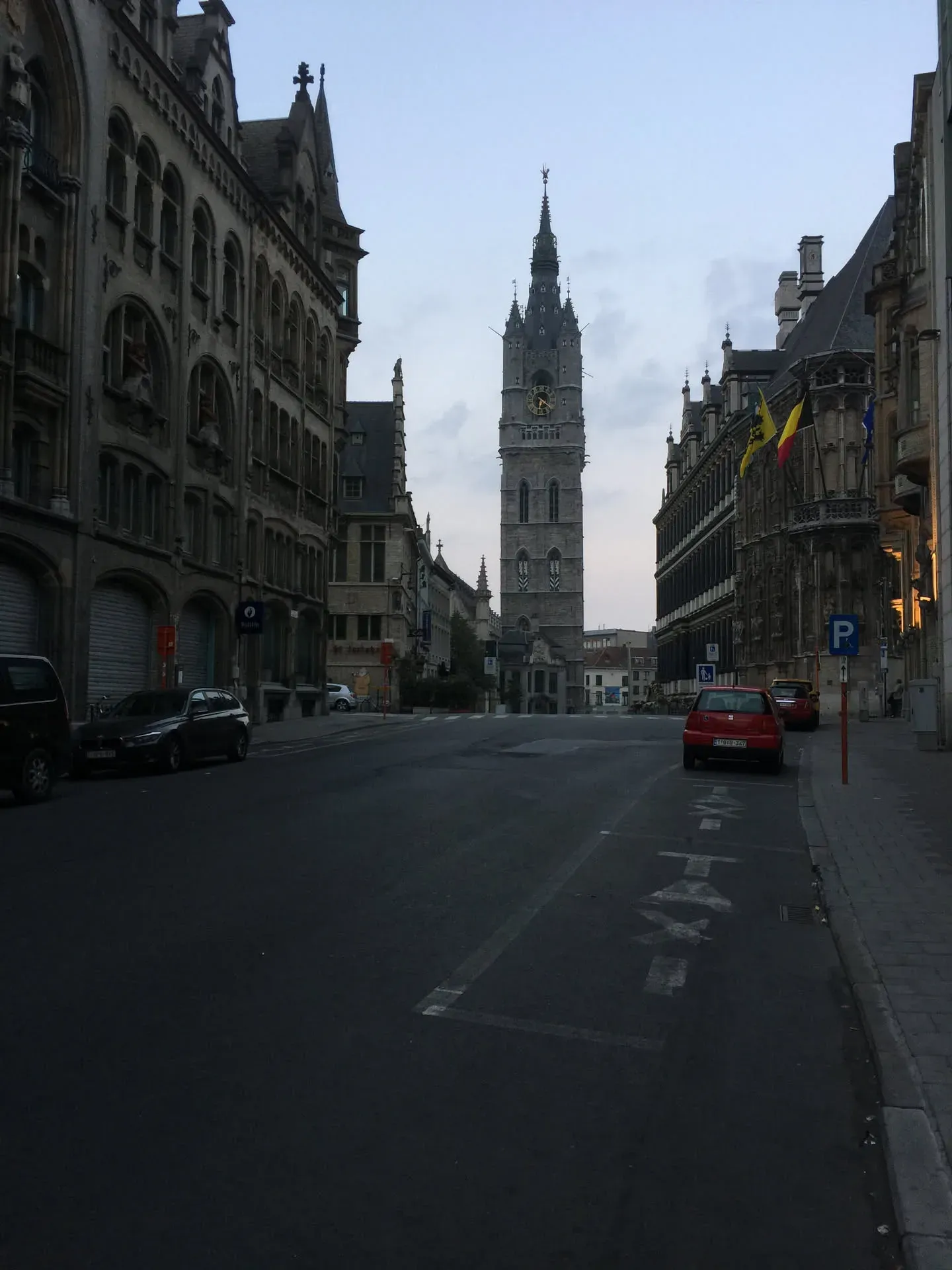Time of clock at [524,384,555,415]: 6:21
